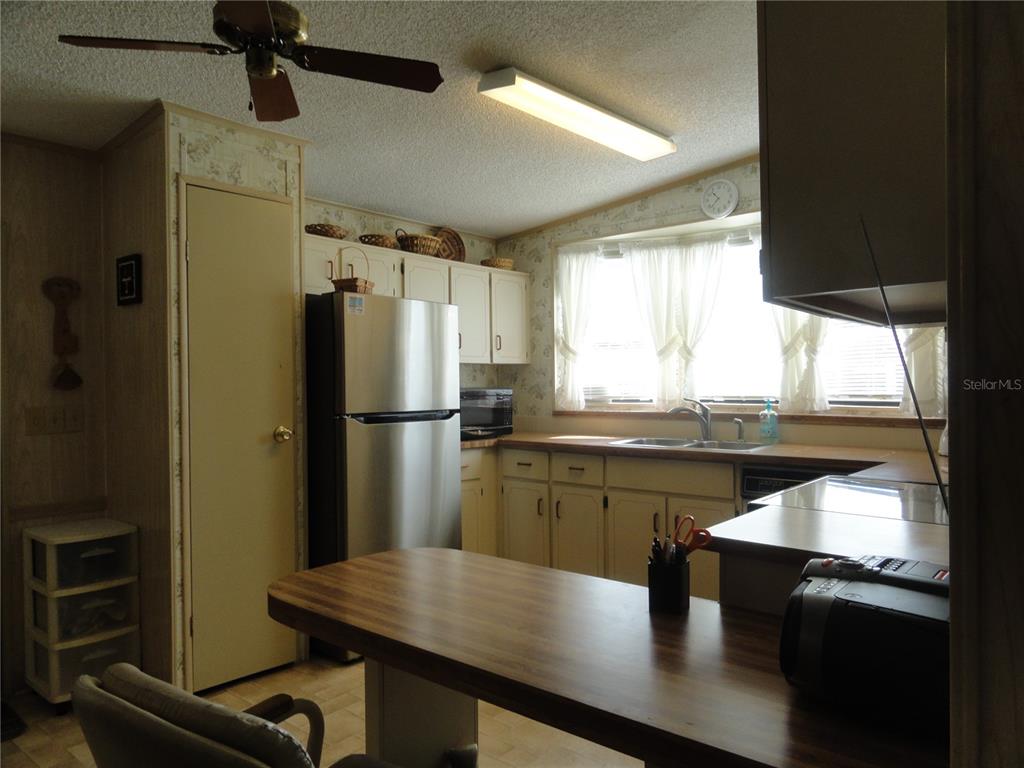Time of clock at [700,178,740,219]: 10:37
